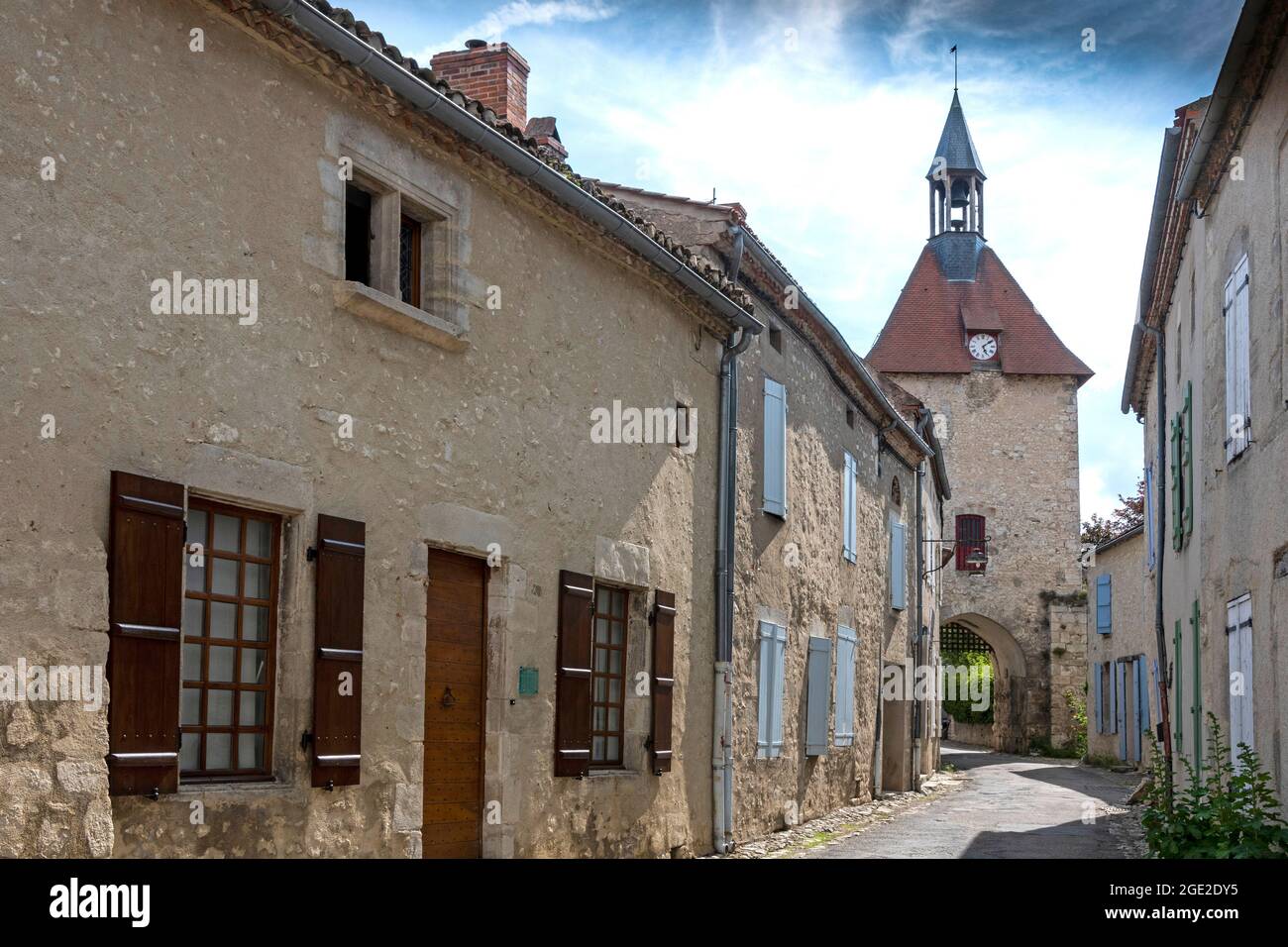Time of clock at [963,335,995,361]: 5:08
